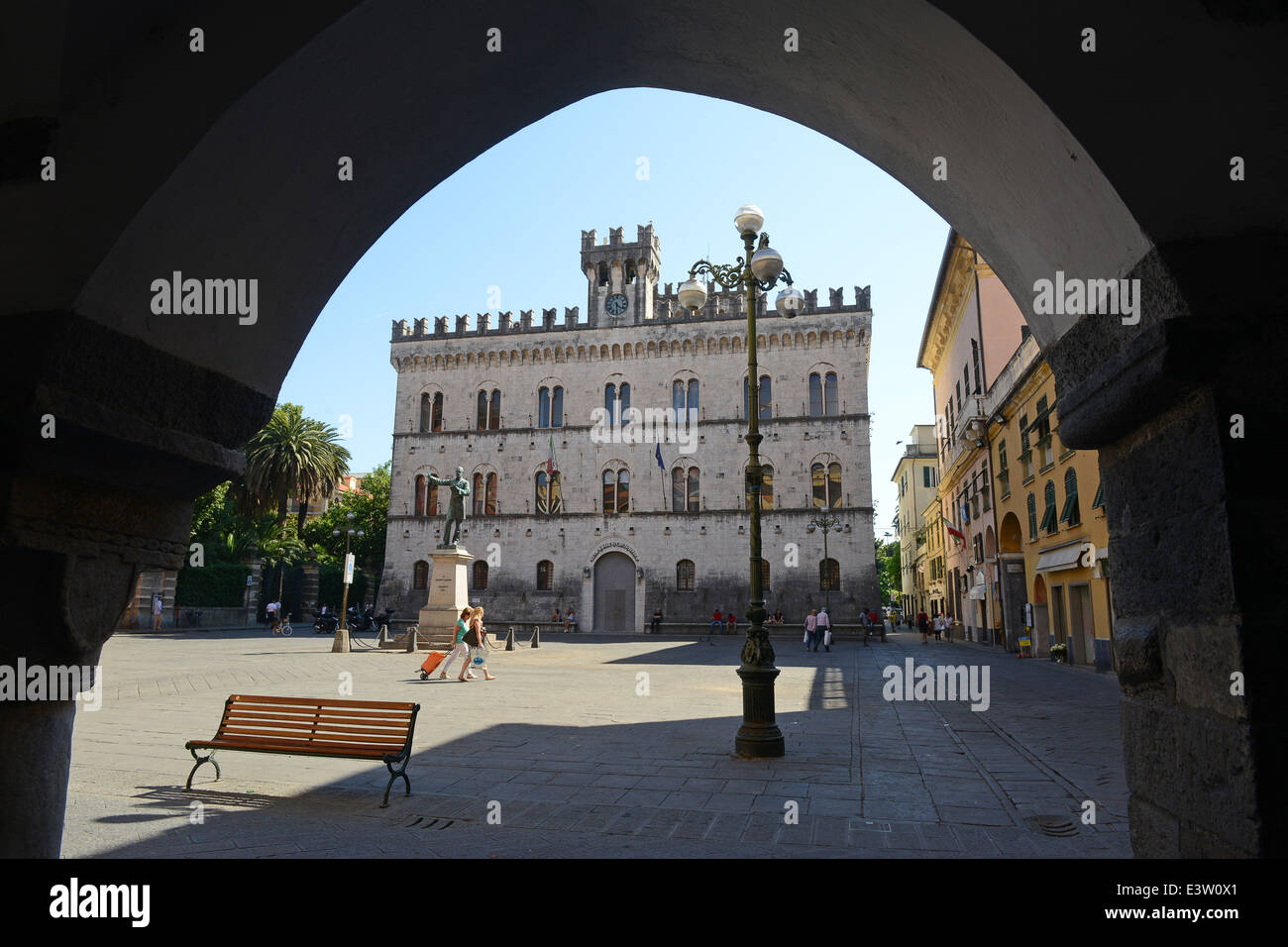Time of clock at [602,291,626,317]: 4:29
